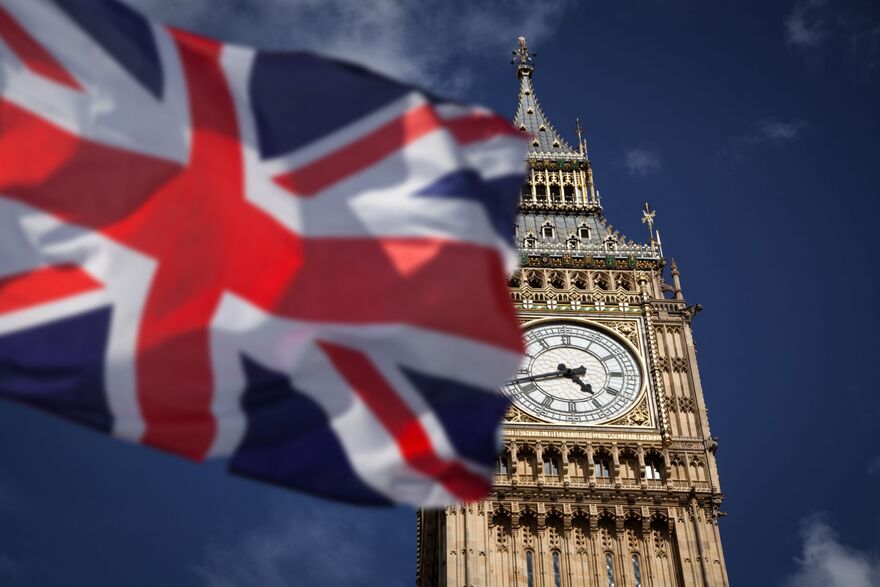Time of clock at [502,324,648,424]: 4:42
